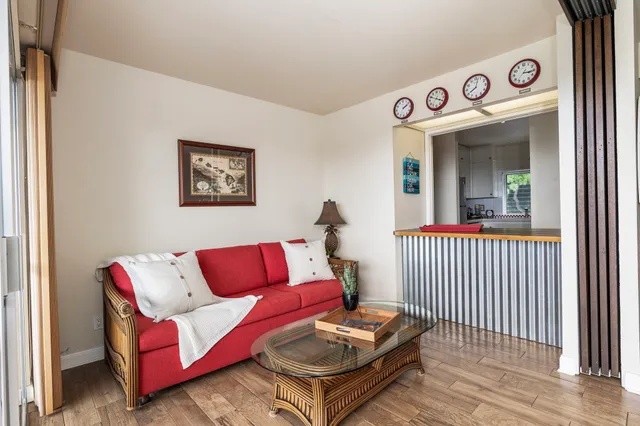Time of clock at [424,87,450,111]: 3:49
